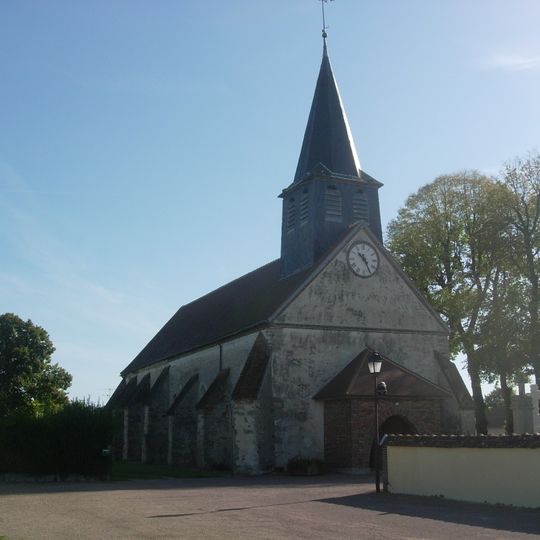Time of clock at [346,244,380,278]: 10:25
